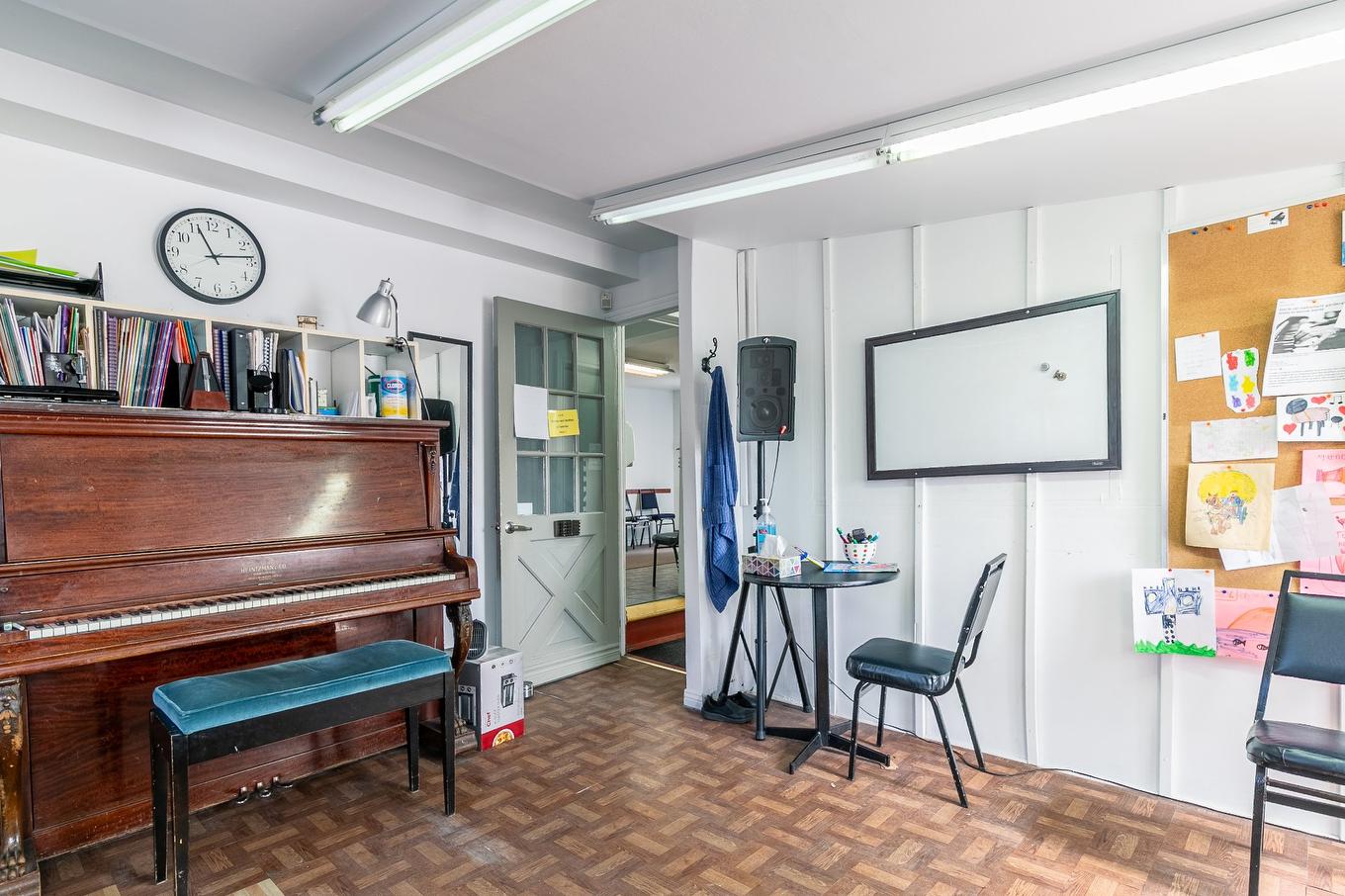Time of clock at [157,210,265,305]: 11:13
